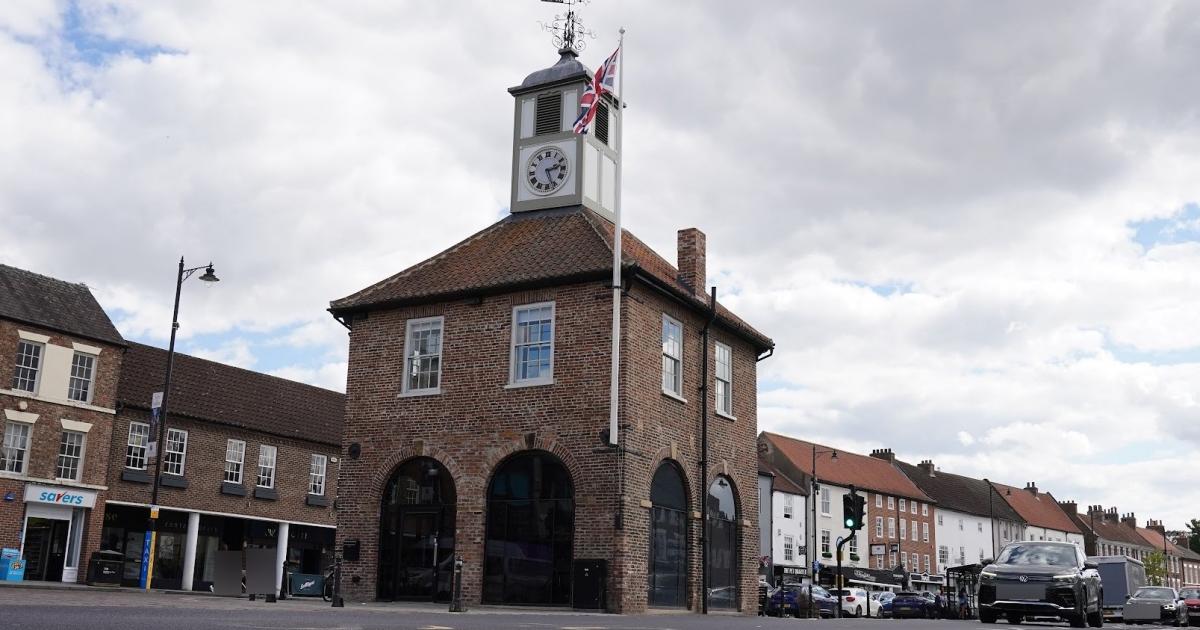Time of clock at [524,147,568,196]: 2:26
